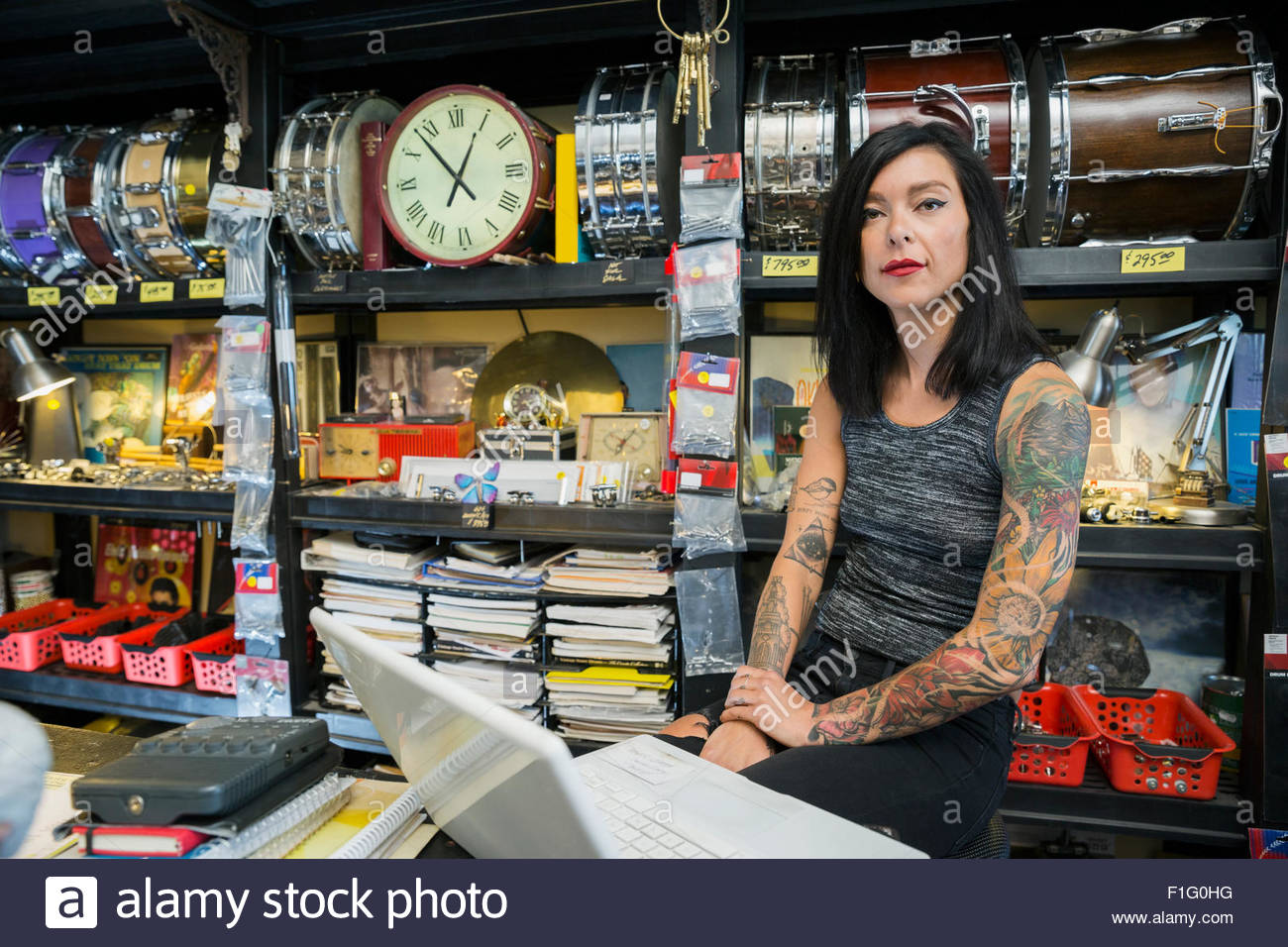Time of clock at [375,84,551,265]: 12:53
